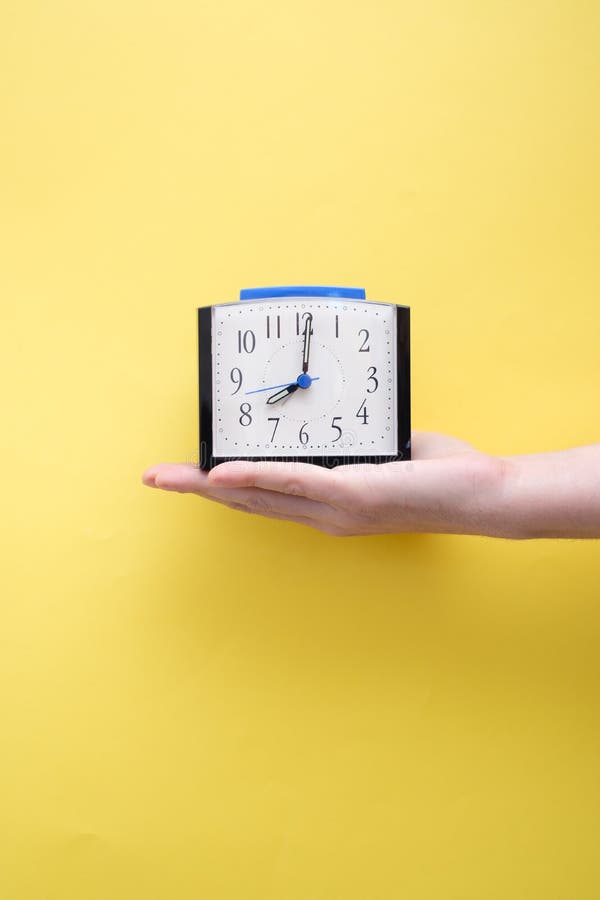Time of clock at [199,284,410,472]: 8:00
